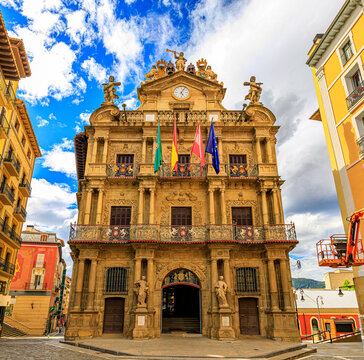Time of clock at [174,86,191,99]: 5:05
